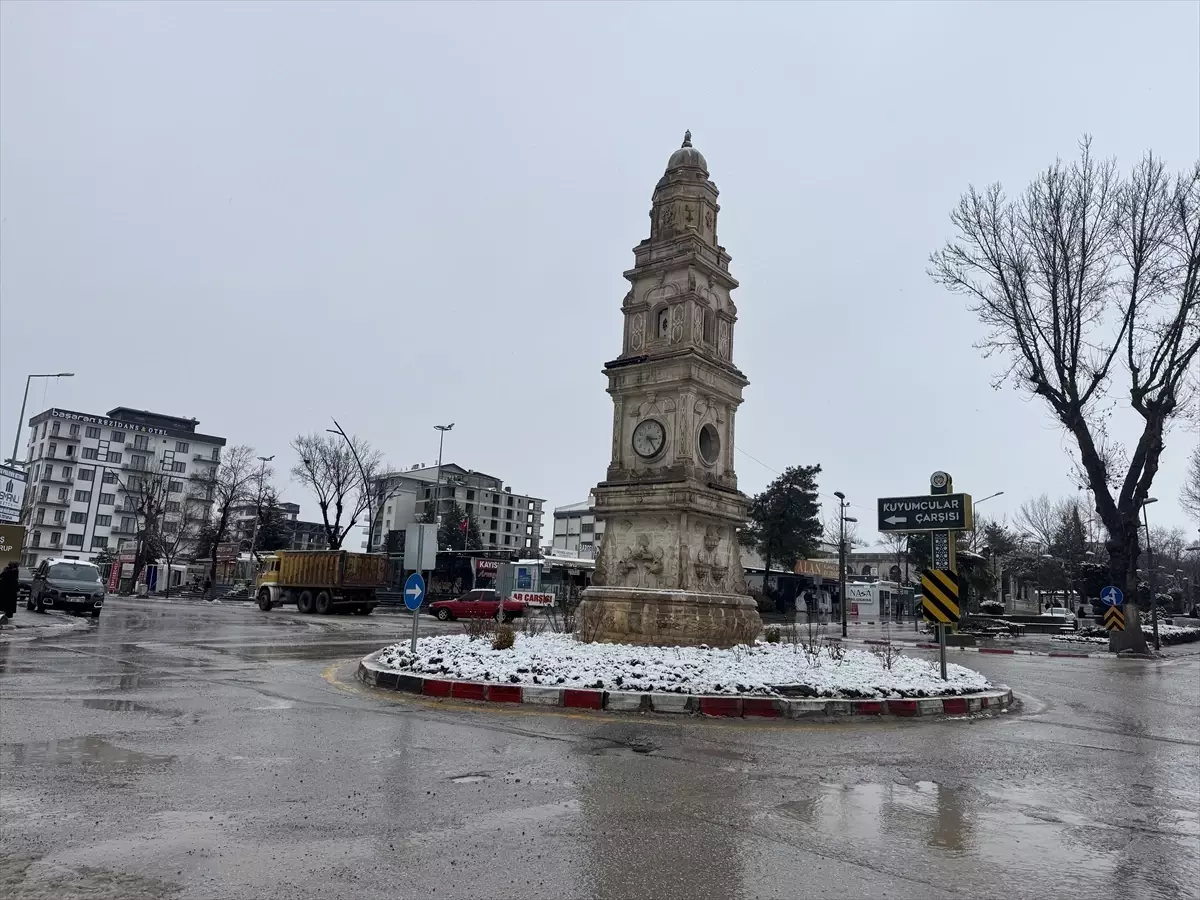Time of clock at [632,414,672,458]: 3:24
